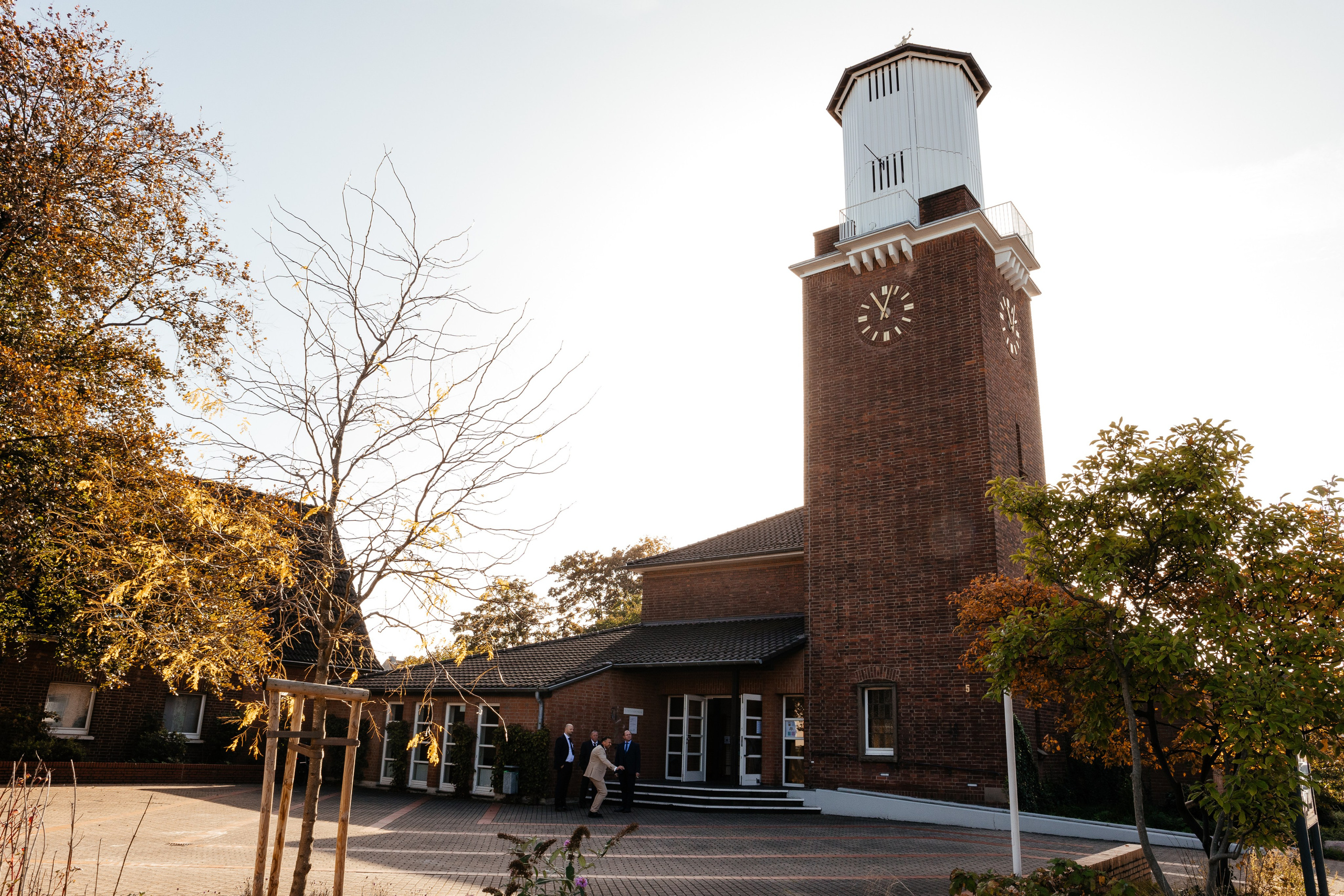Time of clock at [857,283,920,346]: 11:03
